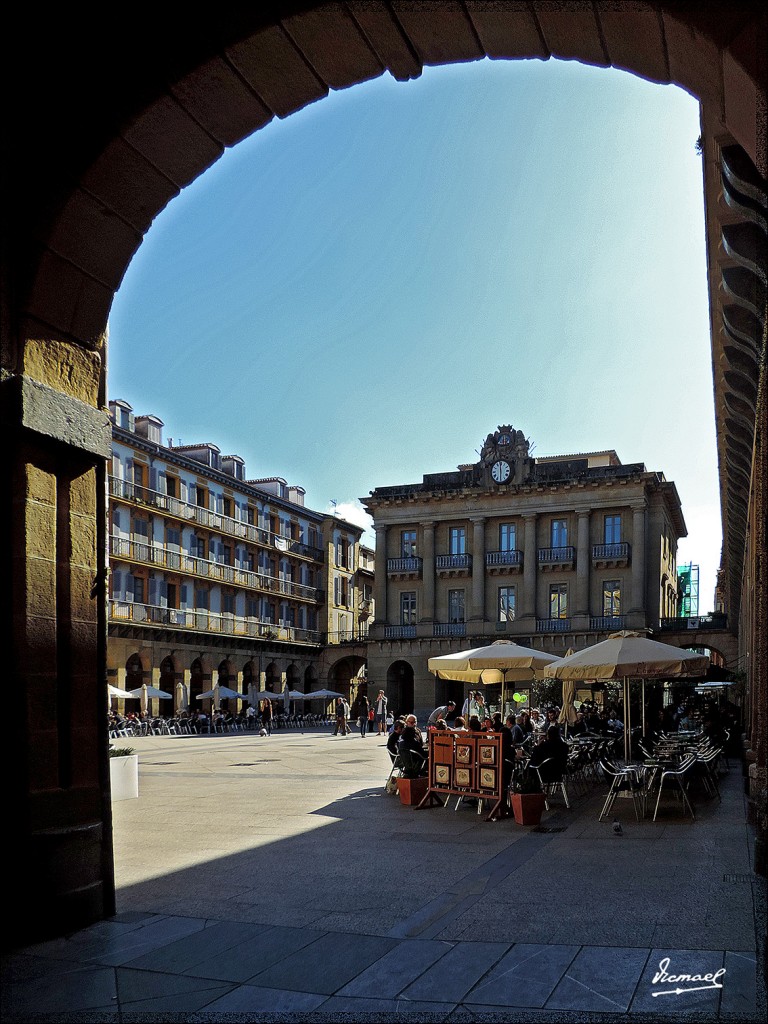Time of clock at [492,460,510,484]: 5:59
